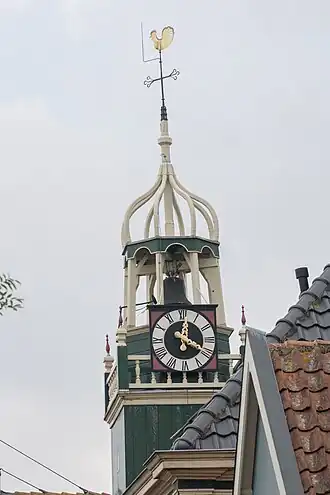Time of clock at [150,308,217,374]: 12:19
